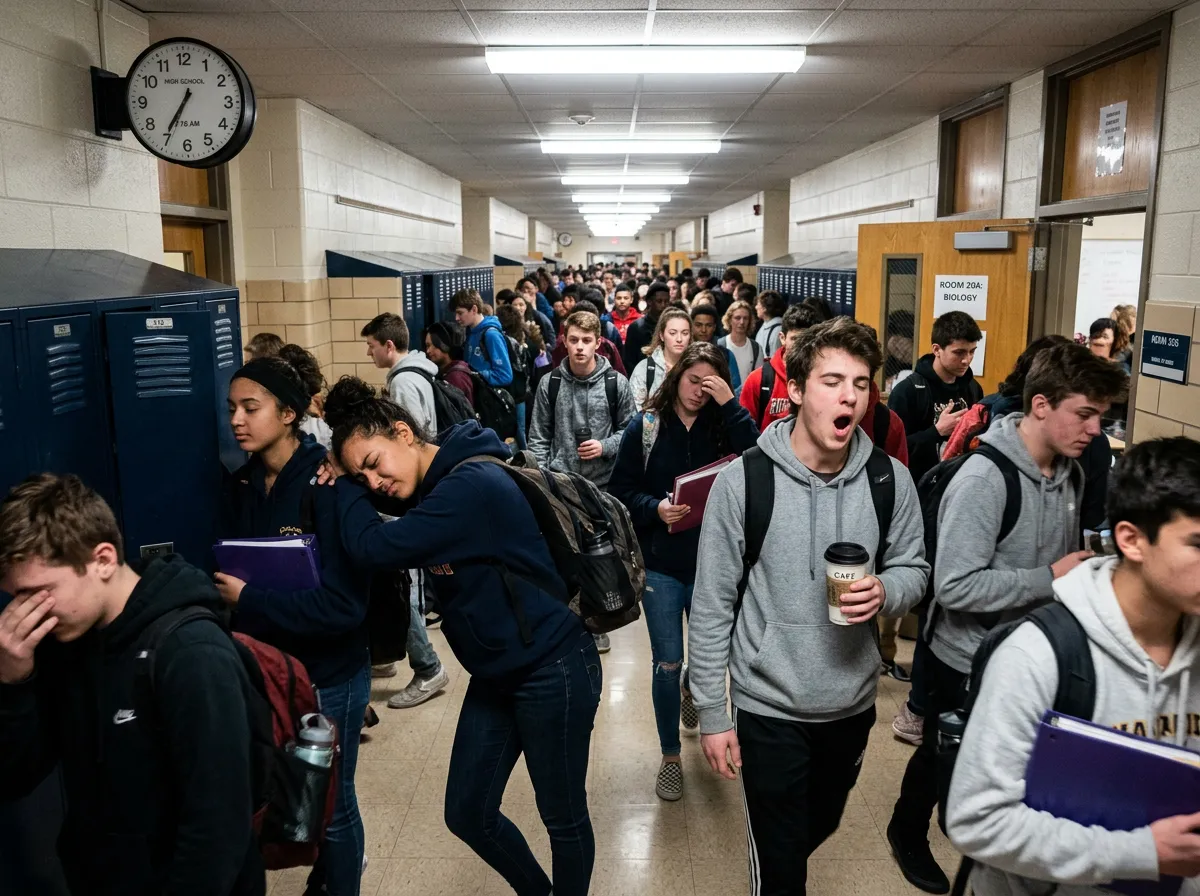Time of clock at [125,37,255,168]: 6:35
